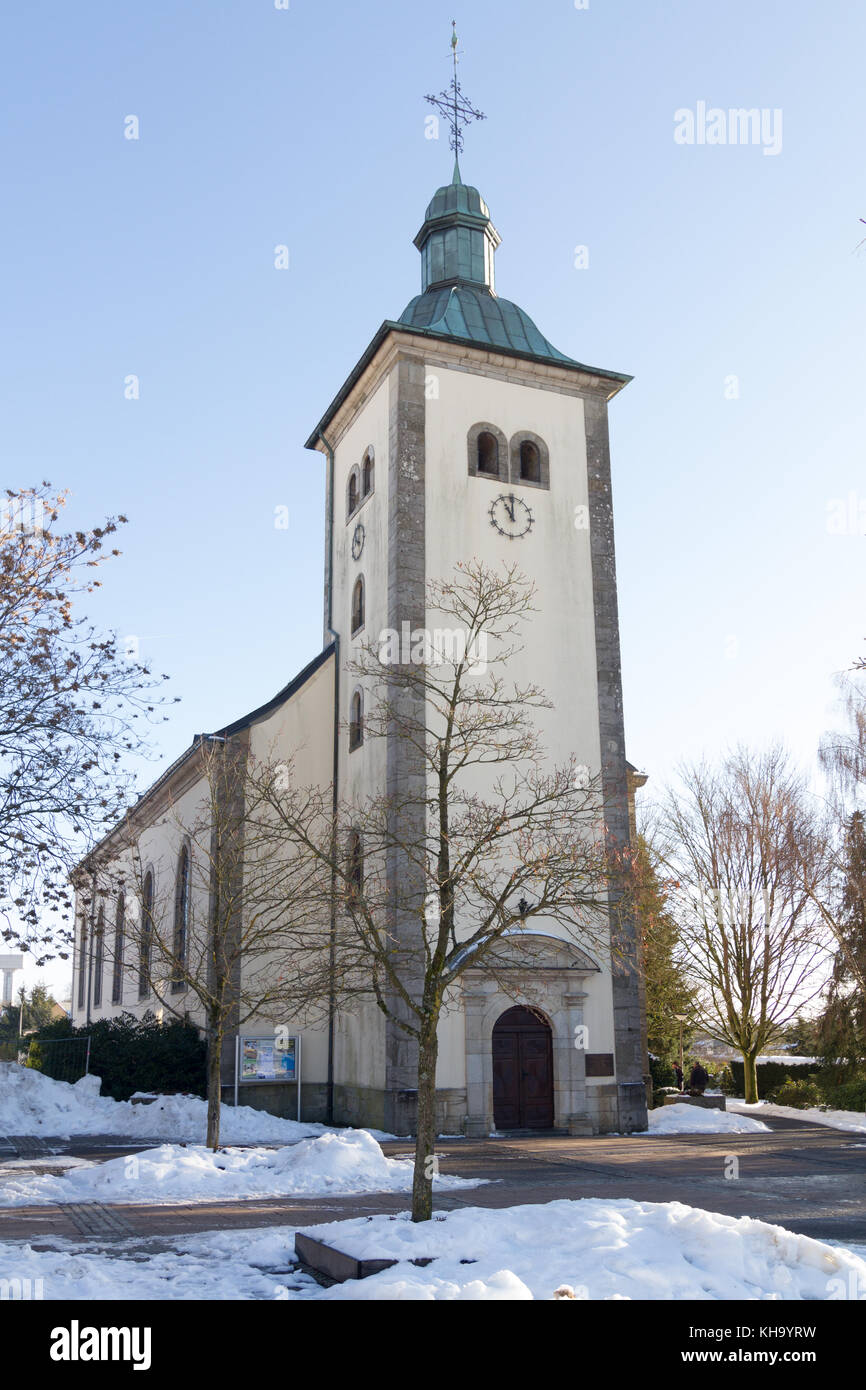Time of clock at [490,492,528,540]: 11:00
